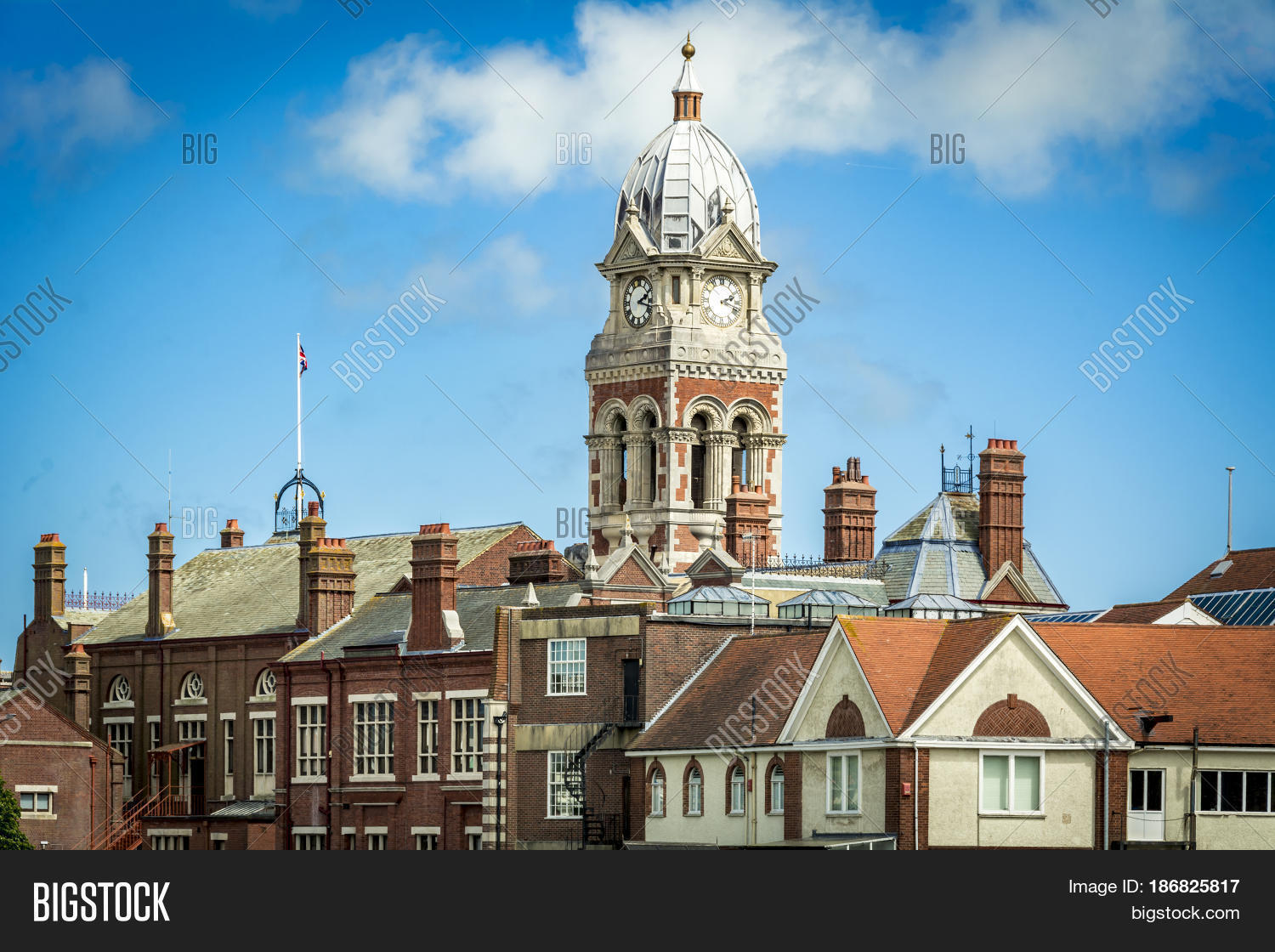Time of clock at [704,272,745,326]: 2:18
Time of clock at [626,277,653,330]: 2:18
